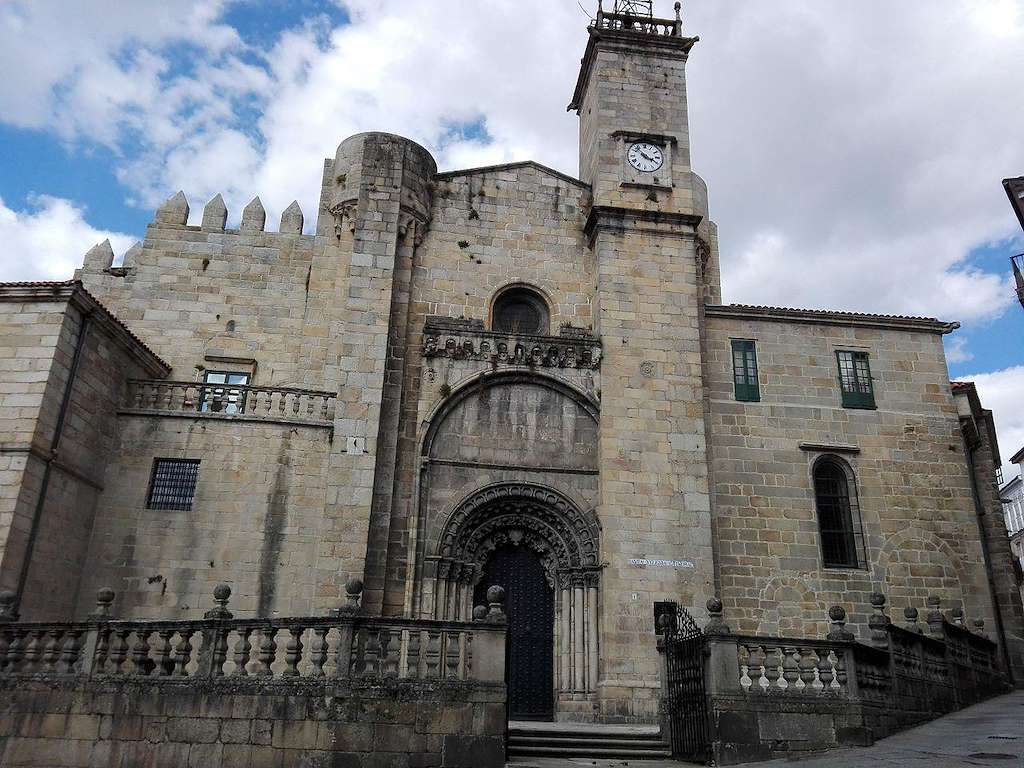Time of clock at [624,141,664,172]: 3:52
